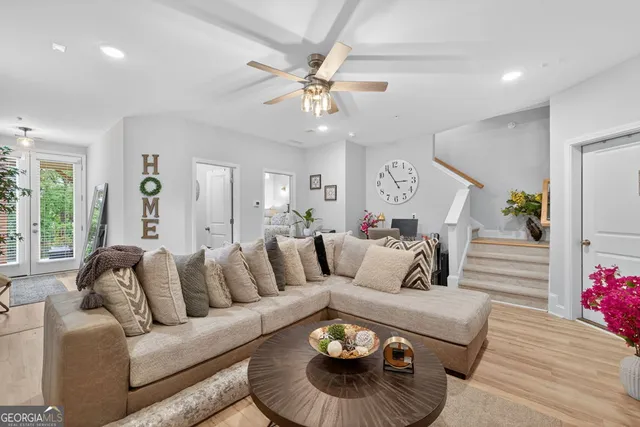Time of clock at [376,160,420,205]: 2:54
